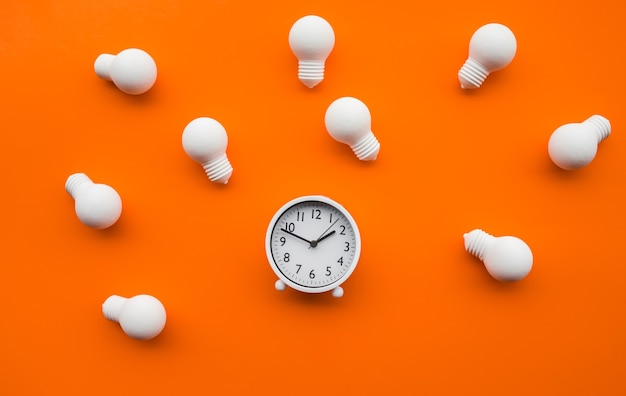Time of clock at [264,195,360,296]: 1:48
